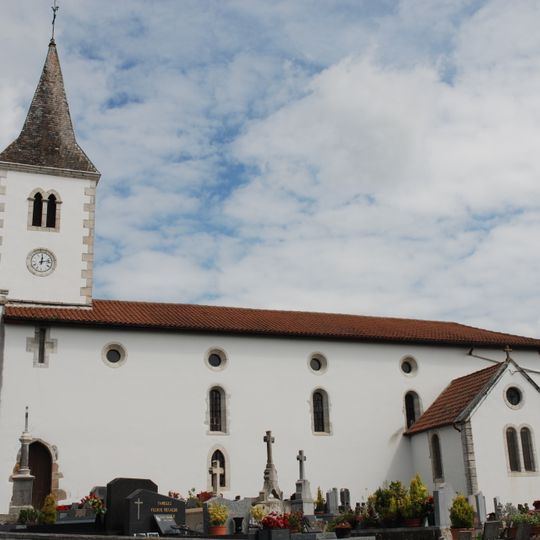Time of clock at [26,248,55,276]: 12:13
